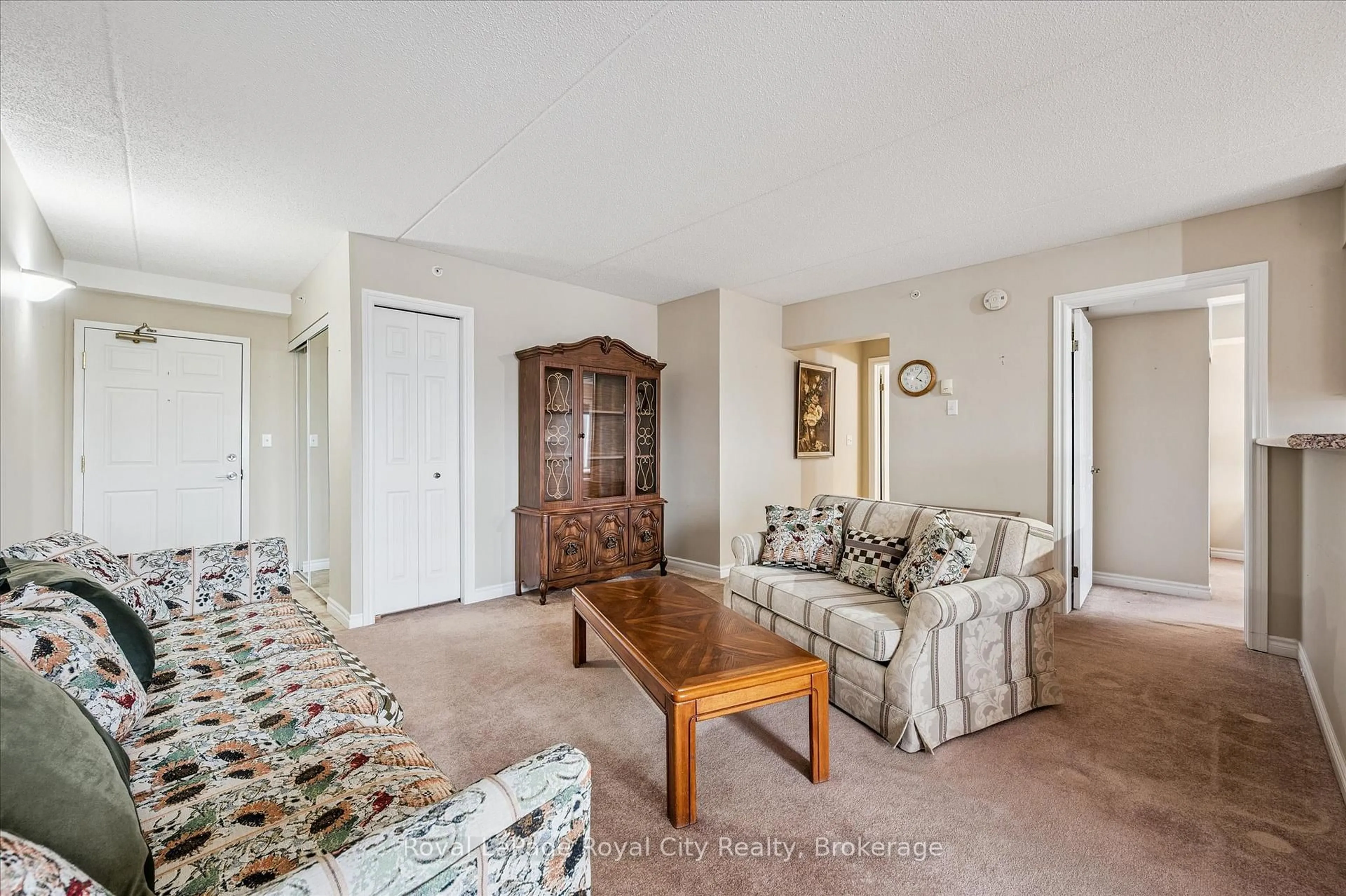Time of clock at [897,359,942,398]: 4:06
